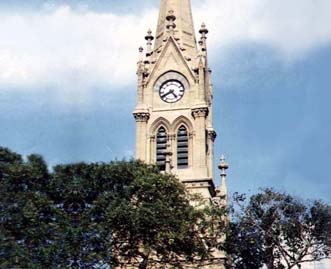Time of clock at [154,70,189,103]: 4:40
